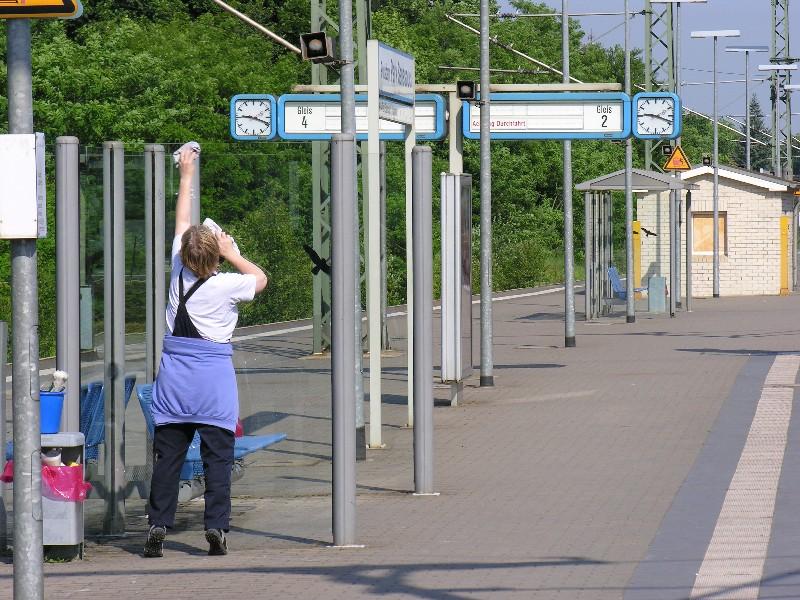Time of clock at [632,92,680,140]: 9:18
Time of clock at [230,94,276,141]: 9:18
